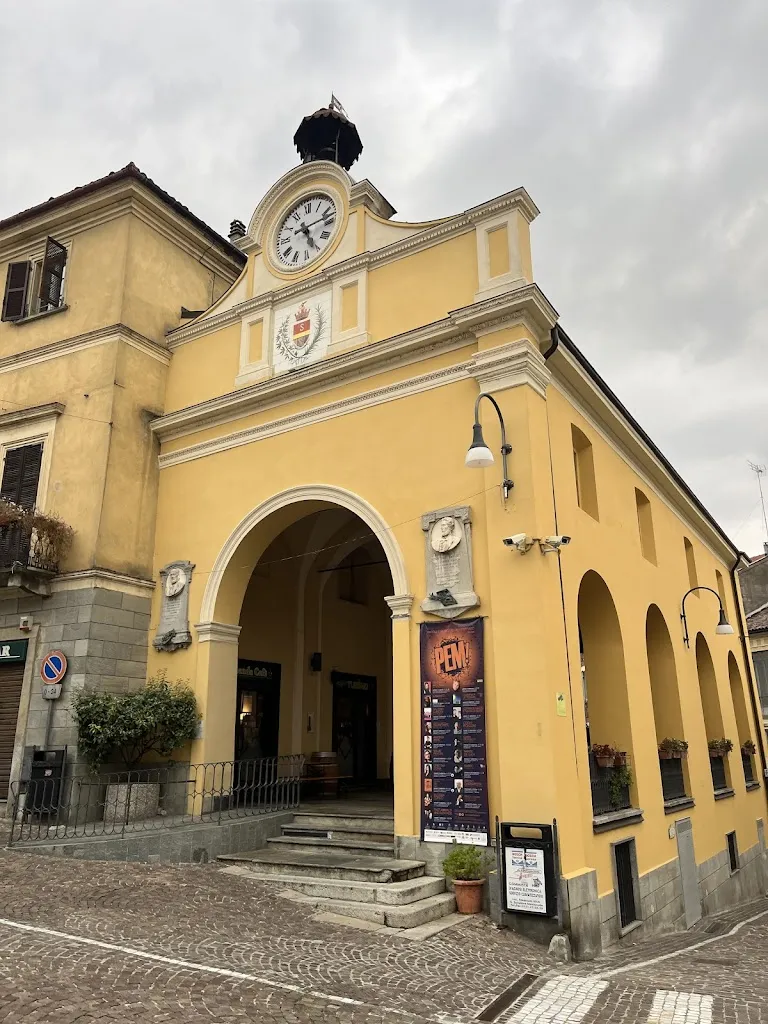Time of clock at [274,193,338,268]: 5:12
